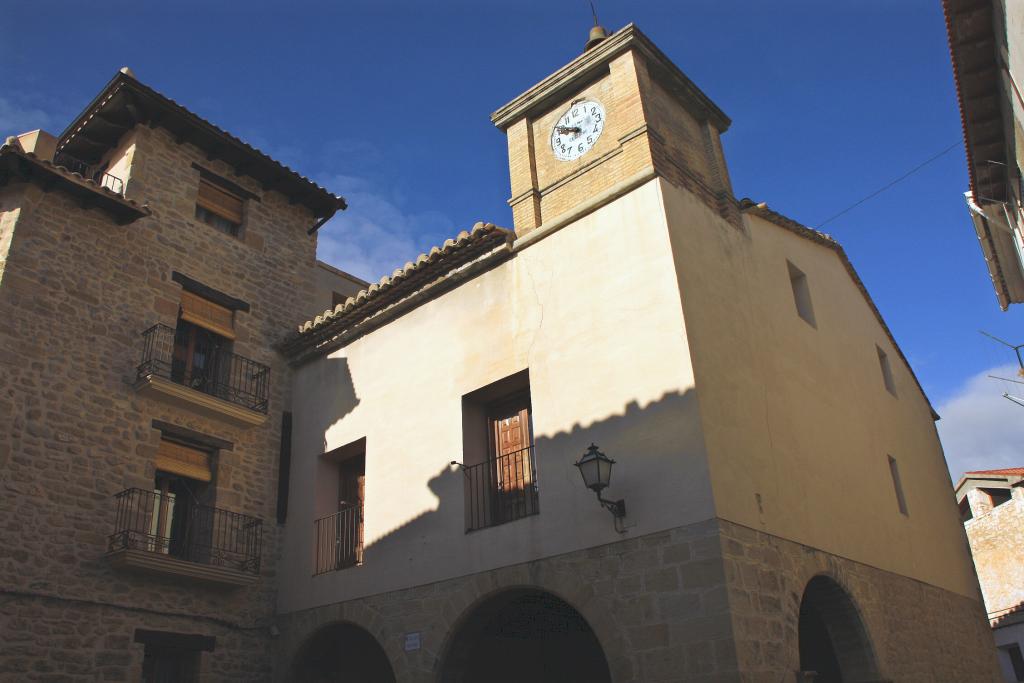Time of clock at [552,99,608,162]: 9:50
